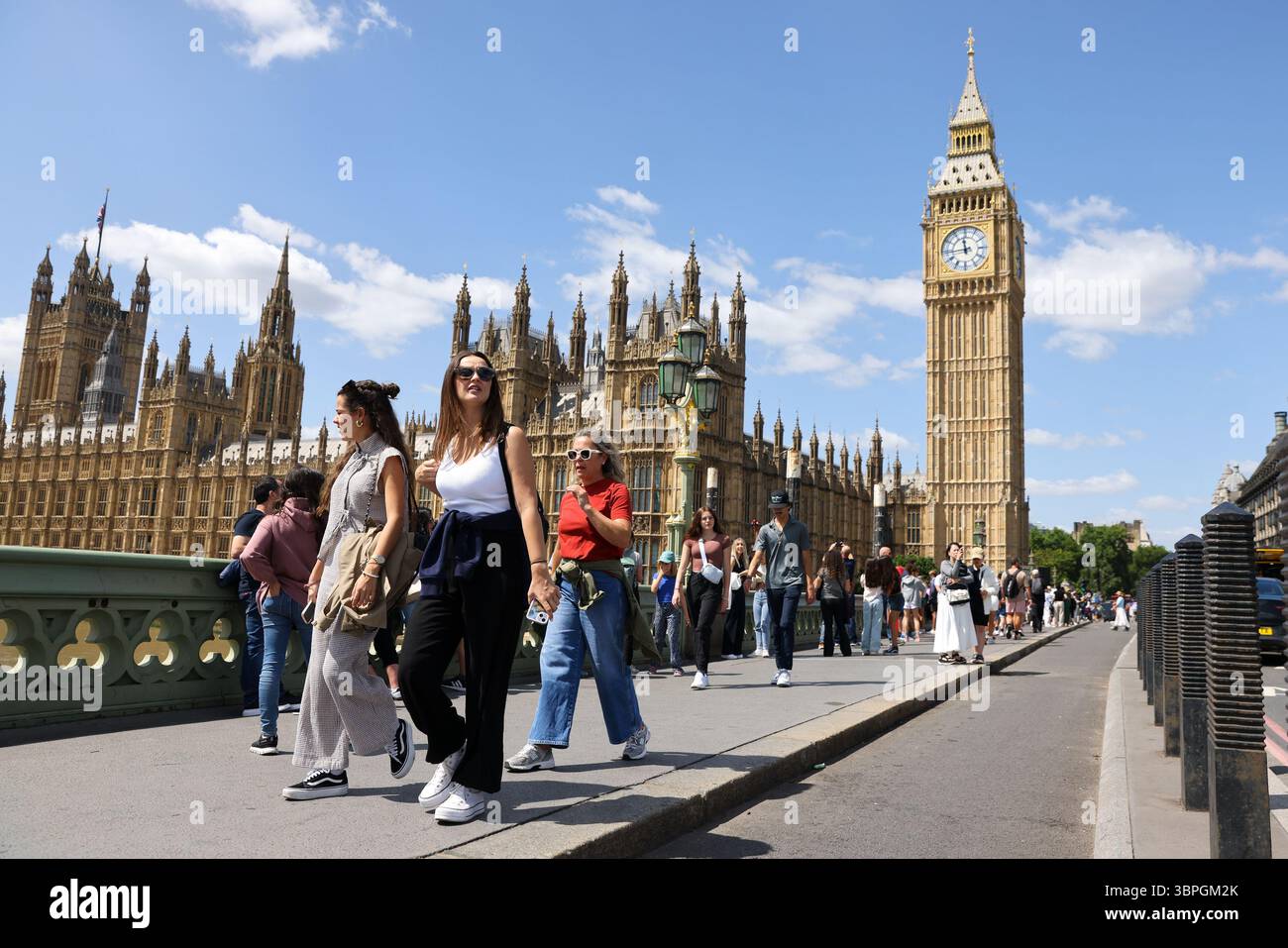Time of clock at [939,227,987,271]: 11:44
